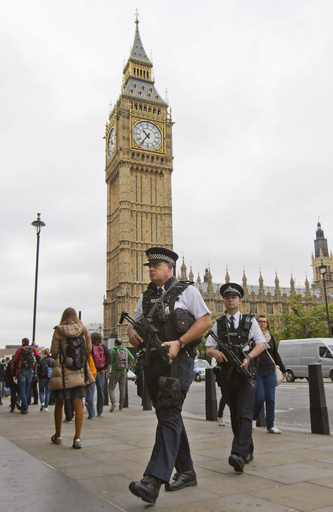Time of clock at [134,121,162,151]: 10:36
